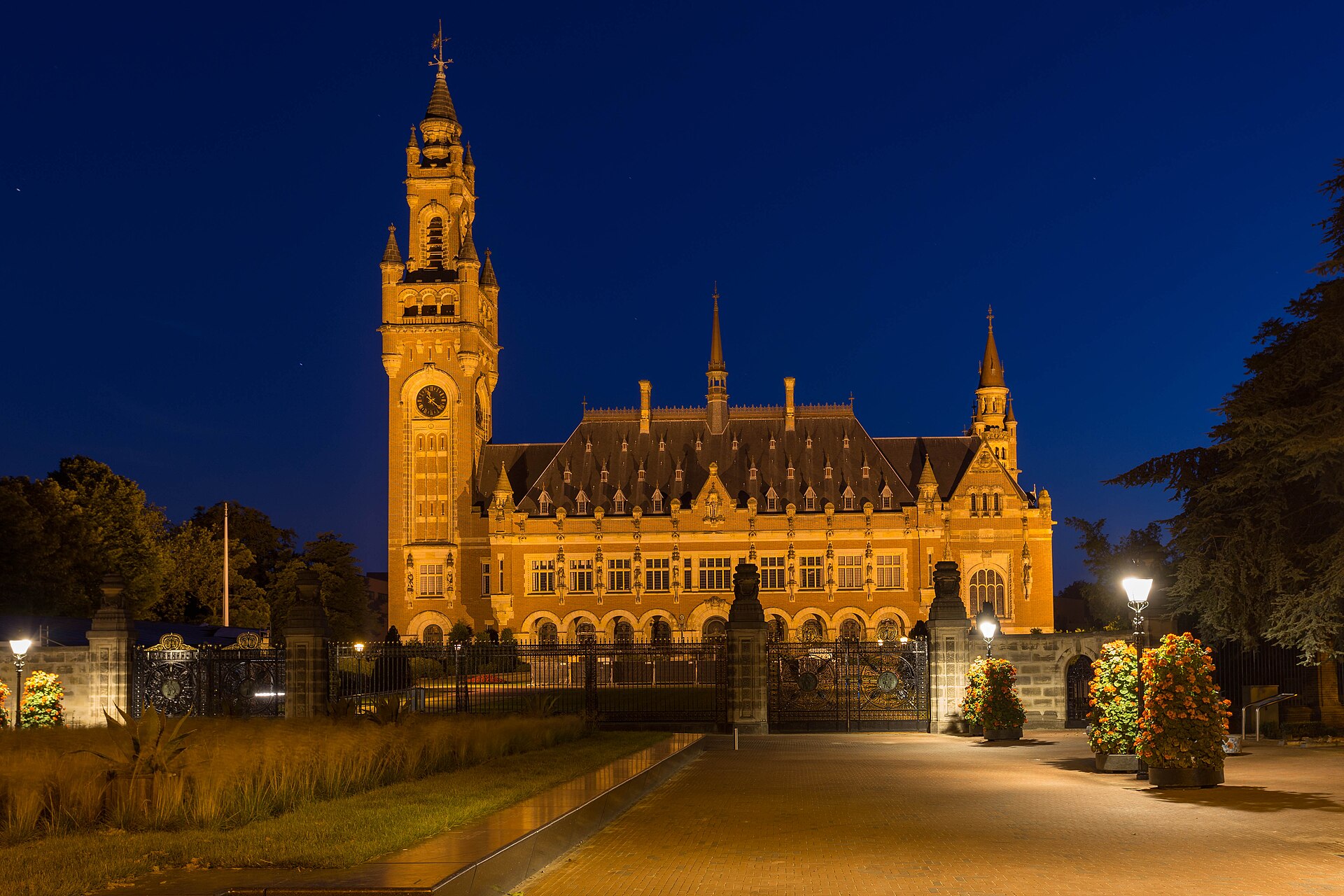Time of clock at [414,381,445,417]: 11:21
